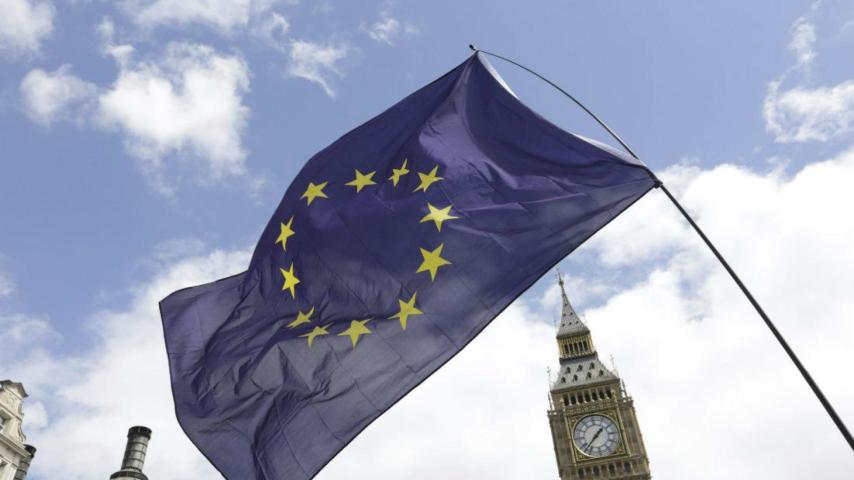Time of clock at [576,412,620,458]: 1:37
